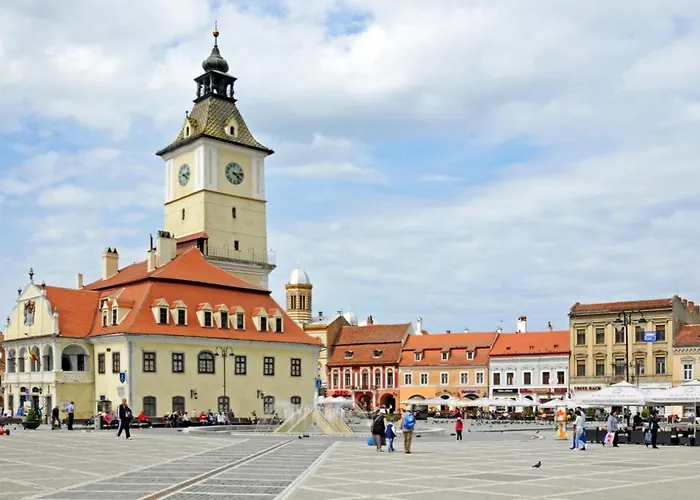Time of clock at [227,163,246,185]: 4:14
